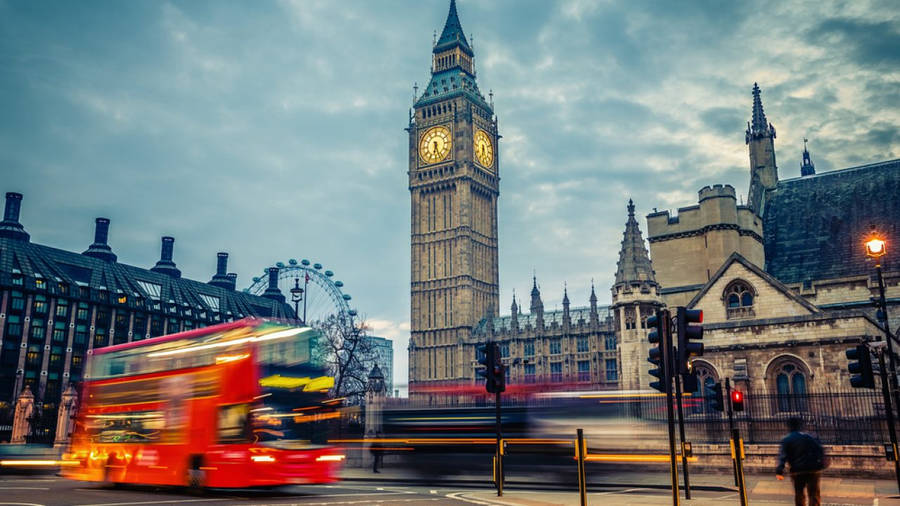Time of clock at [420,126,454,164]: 6:26
